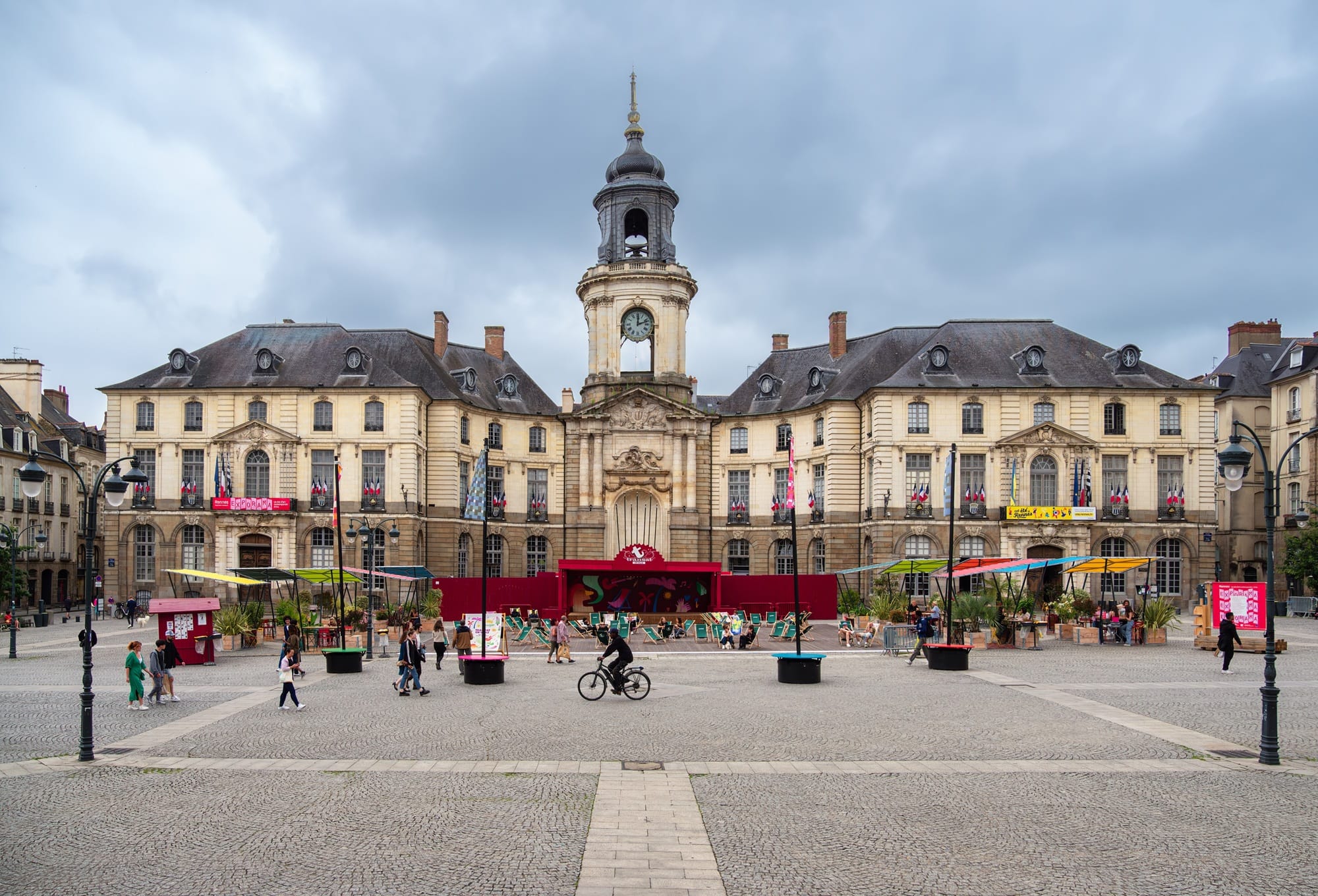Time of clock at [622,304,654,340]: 12:11
